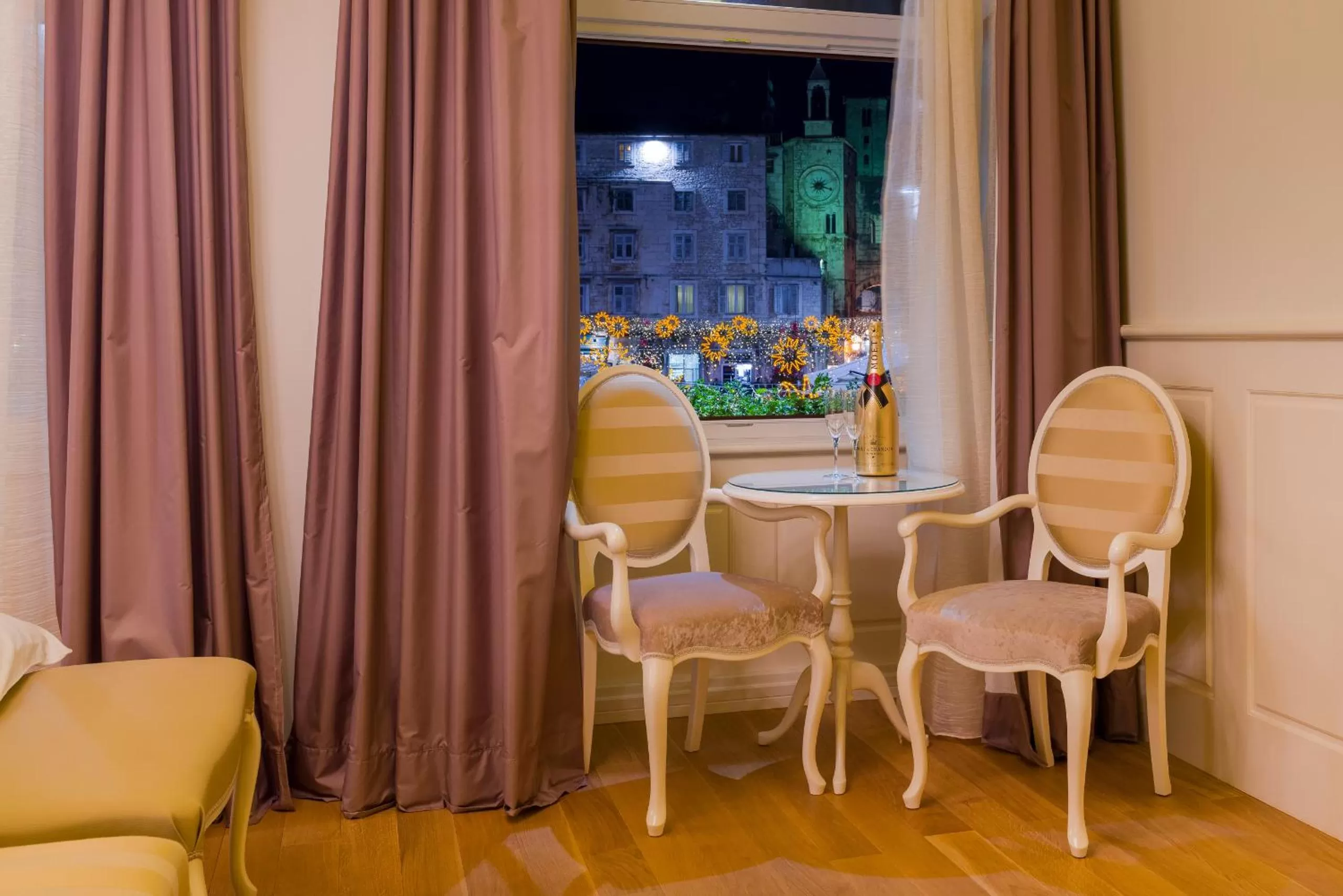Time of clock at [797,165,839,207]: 2:18
